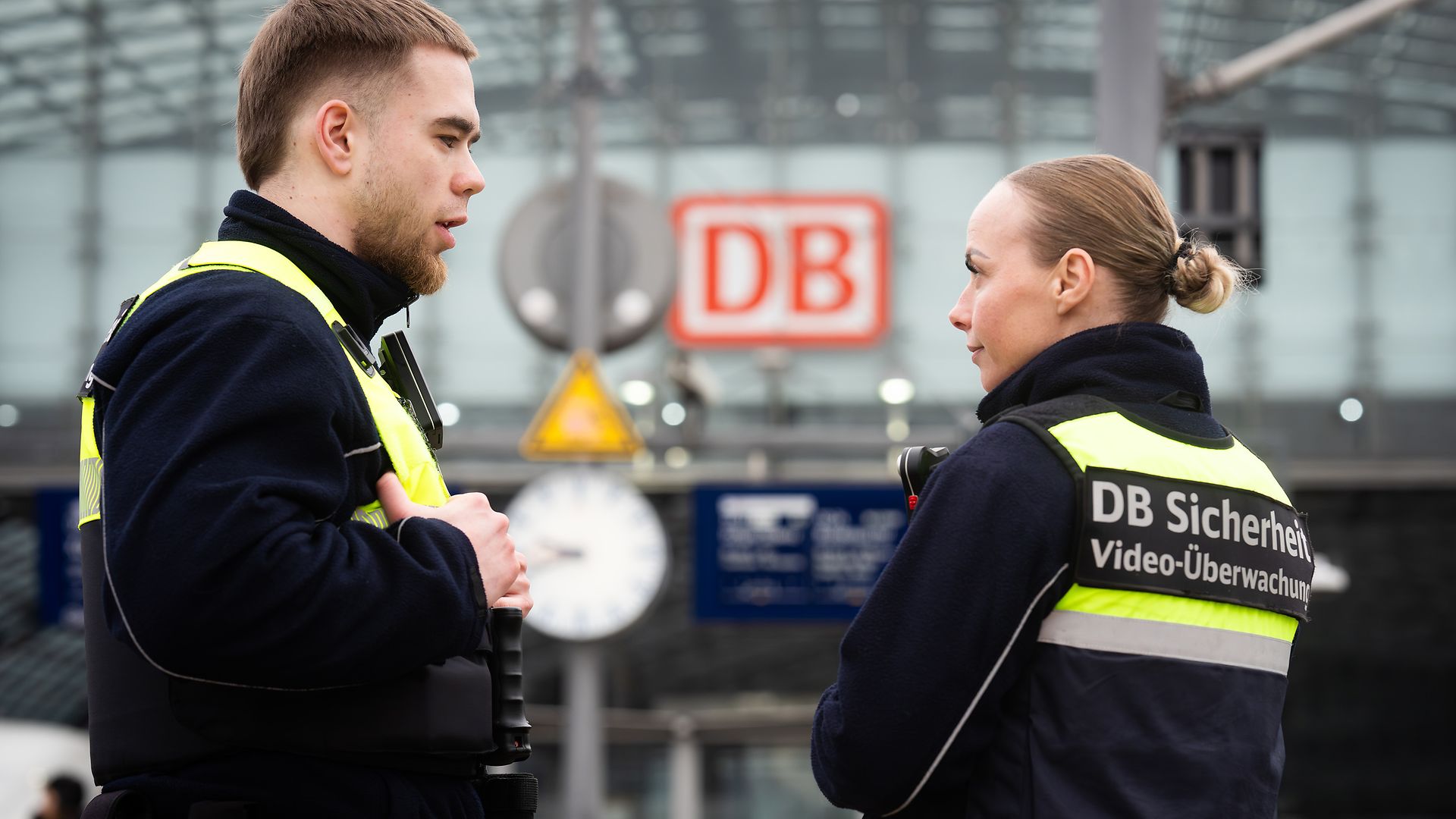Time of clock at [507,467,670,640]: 9:42
